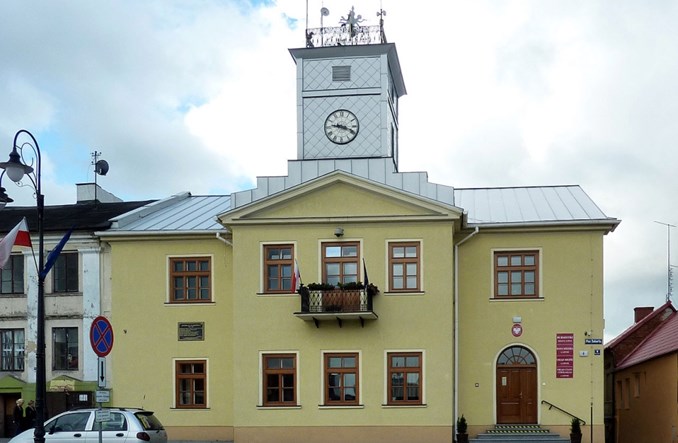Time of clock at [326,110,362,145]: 9:18
